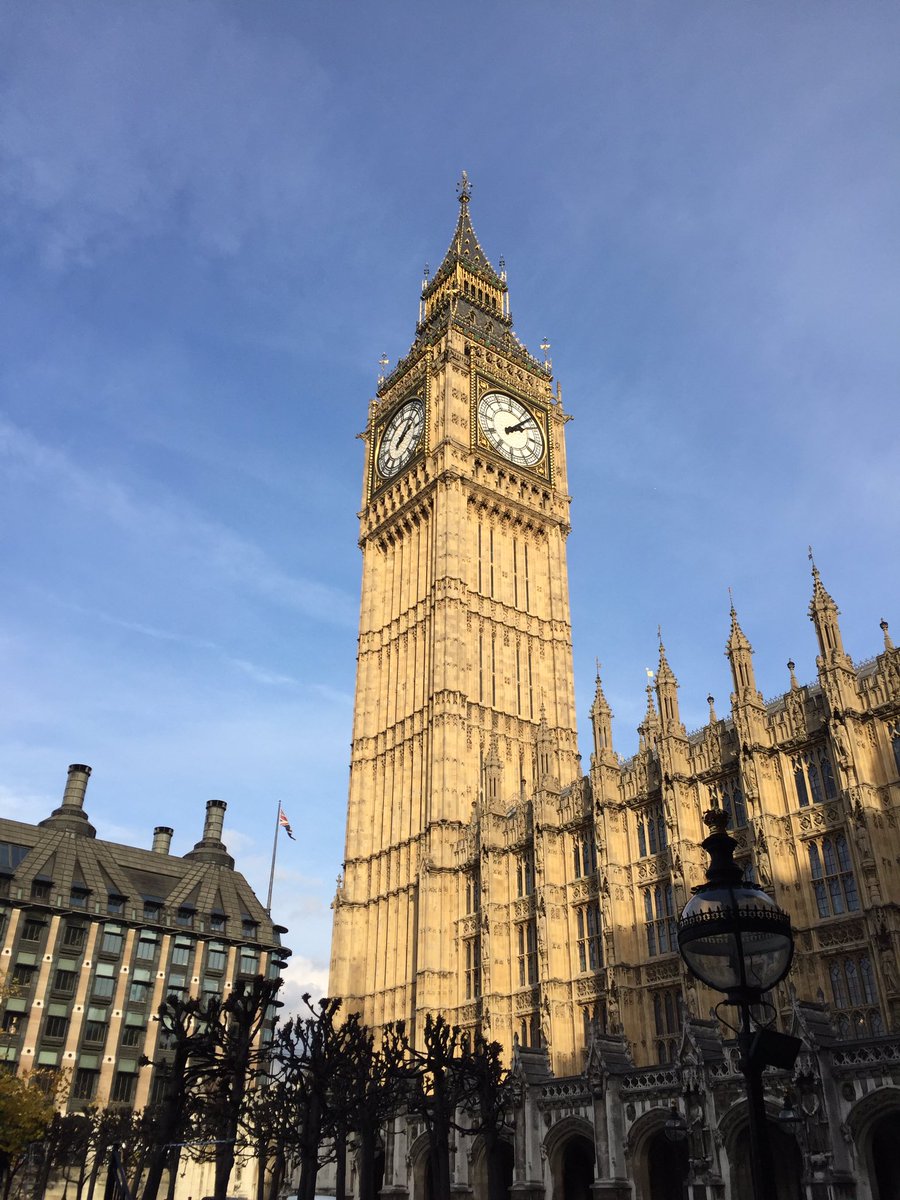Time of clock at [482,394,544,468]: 2:07
